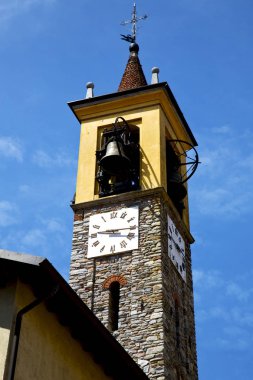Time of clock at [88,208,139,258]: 9:15
